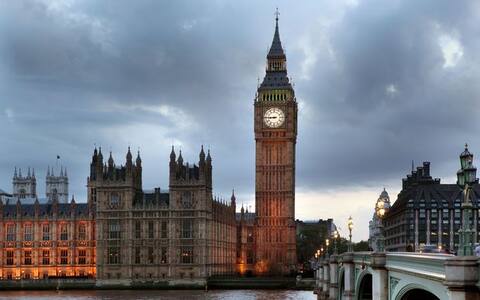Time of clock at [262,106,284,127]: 8:45
